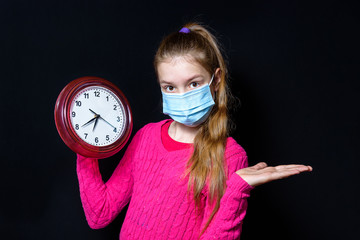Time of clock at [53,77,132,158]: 6:39
